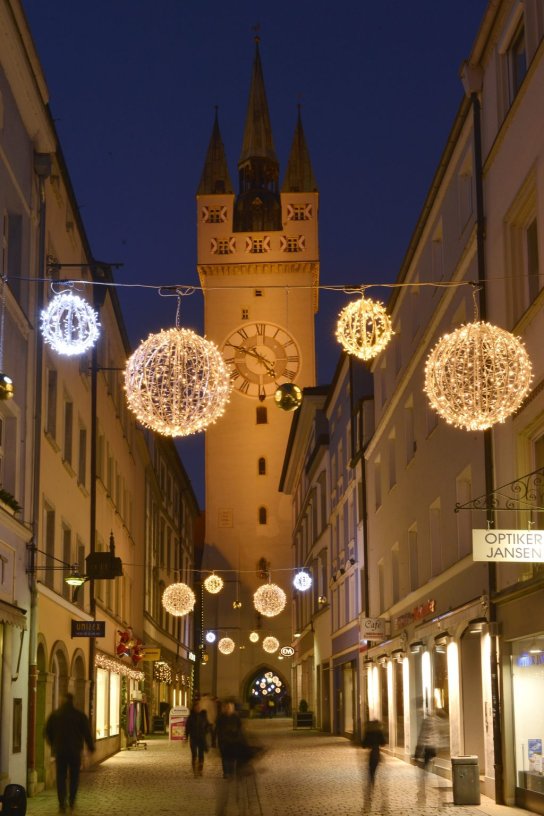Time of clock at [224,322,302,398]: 4:49
